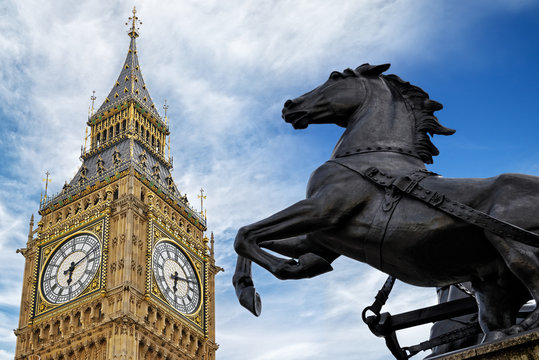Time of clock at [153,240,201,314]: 6:12
